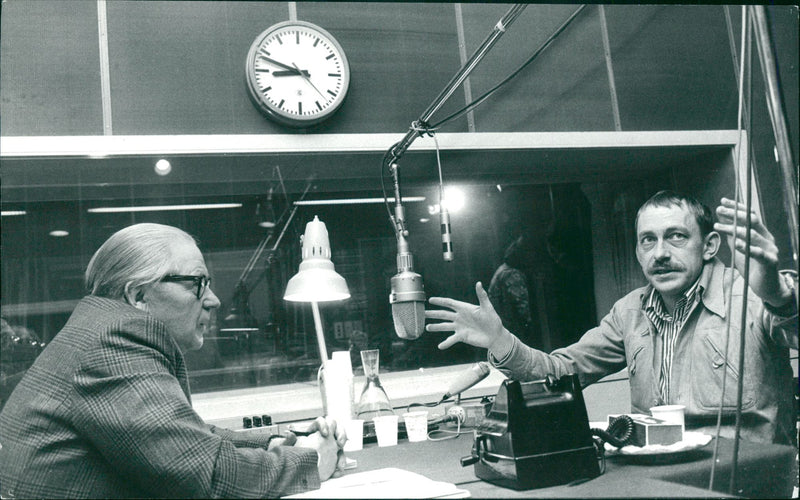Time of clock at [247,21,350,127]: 8:48
